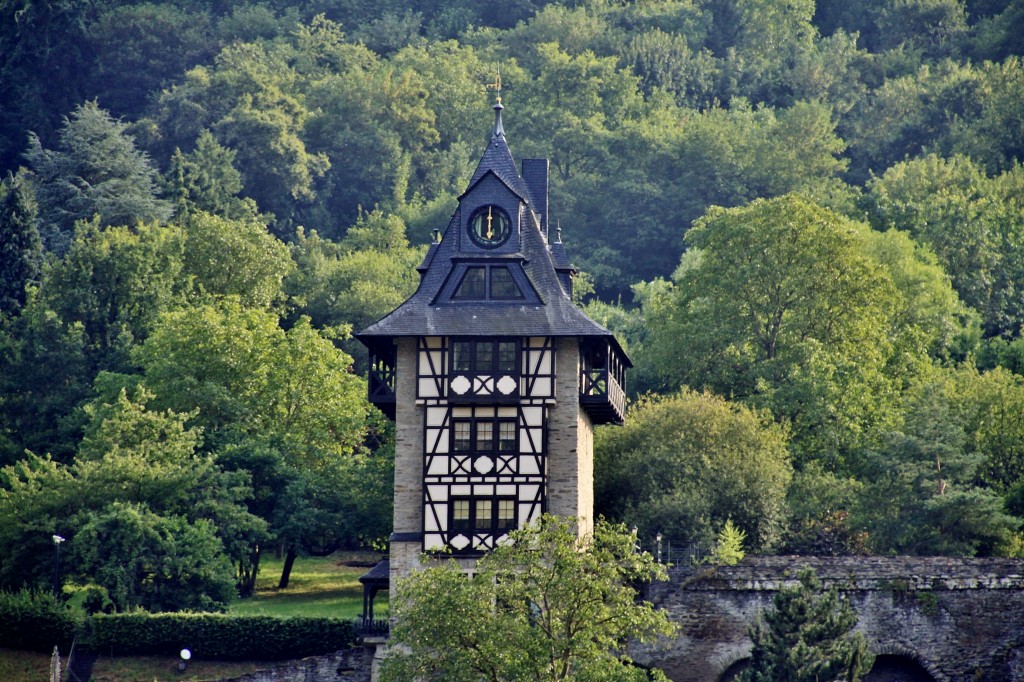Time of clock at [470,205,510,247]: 5:59
